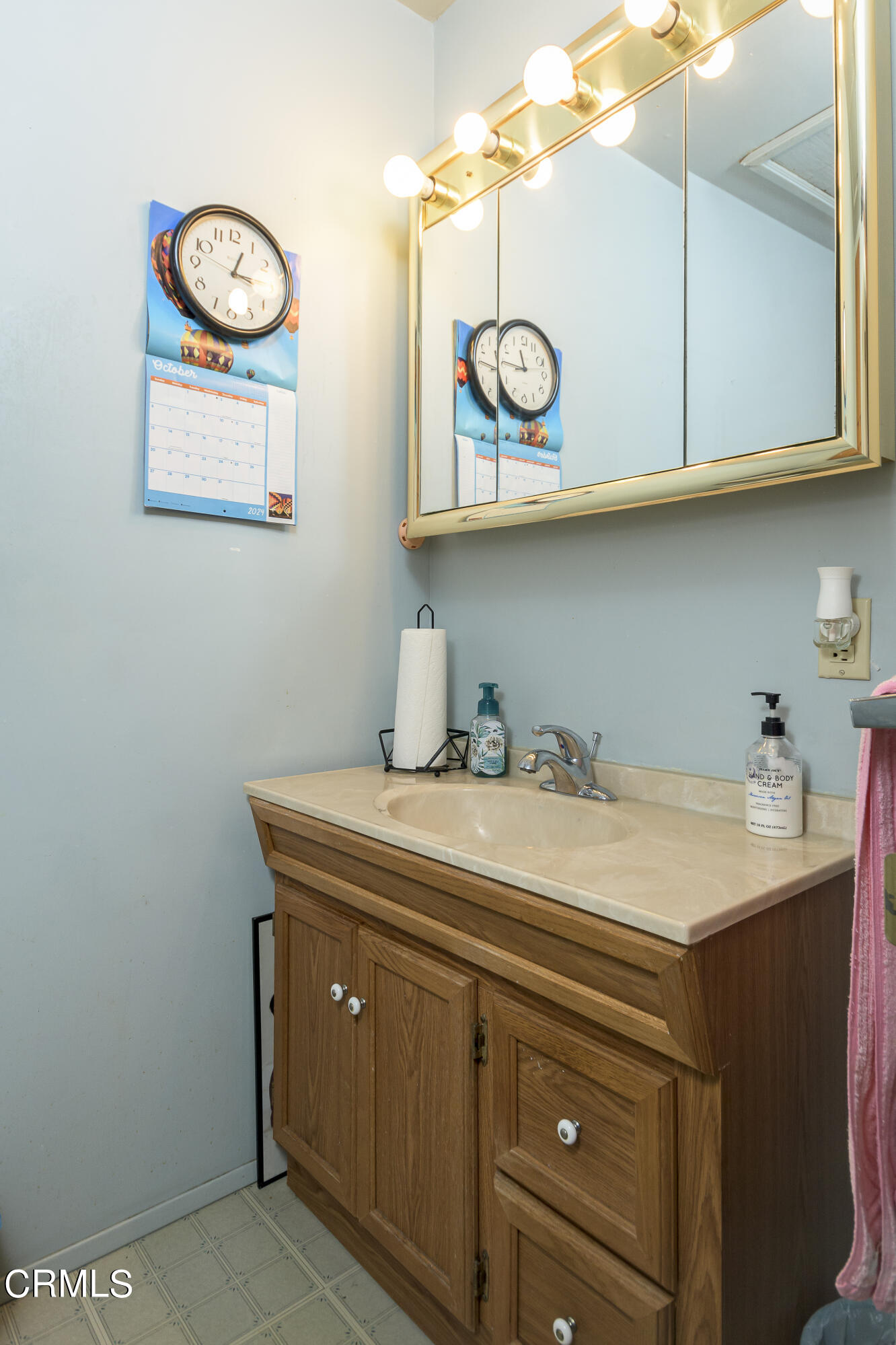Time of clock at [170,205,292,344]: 3:03
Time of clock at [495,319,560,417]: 11:45
